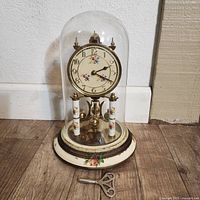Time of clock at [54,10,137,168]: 2:18
